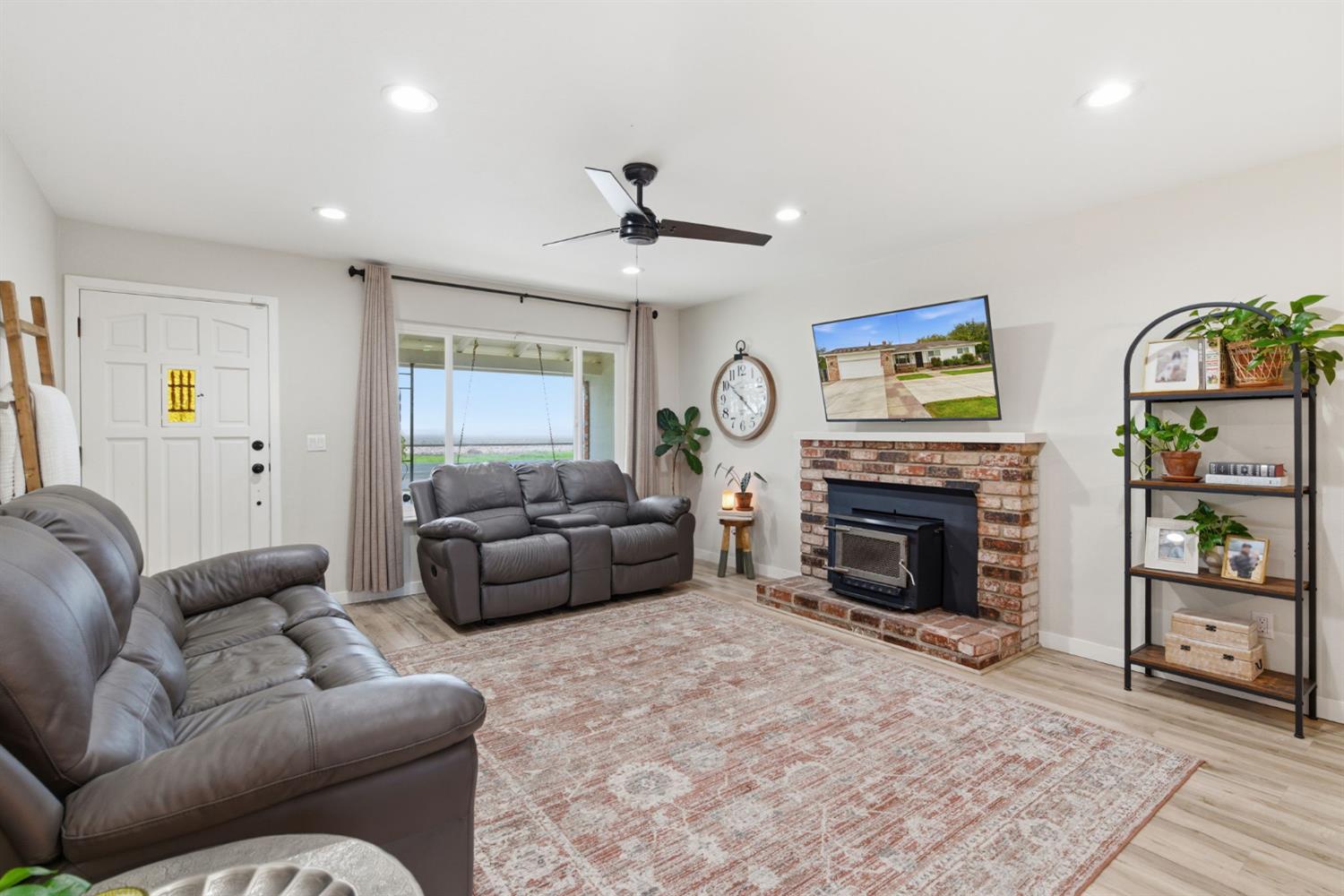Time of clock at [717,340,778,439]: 10:21
